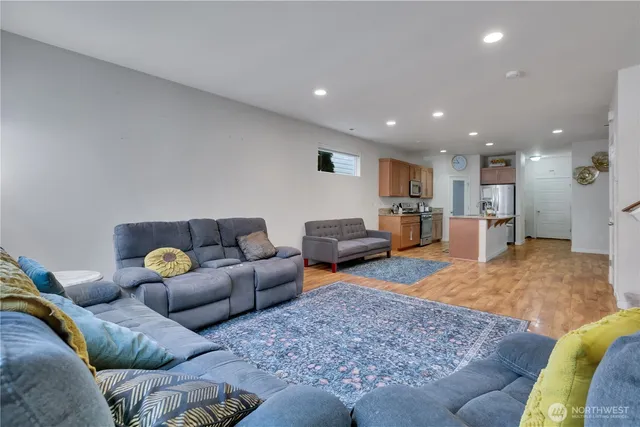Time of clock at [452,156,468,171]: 10:45
